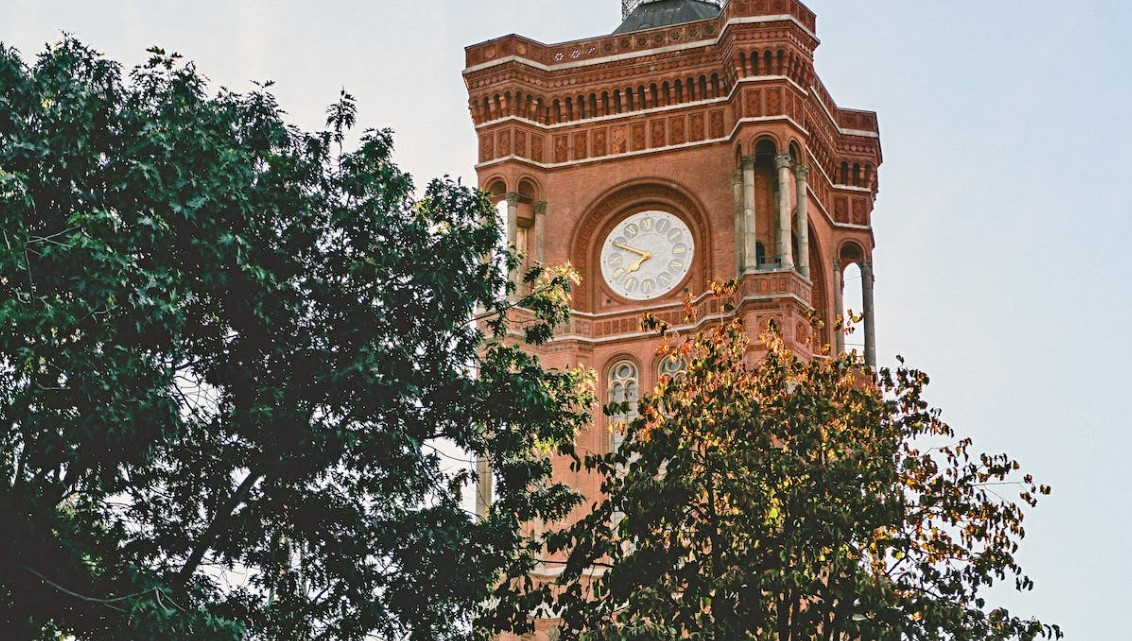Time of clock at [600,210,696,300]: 7:49
